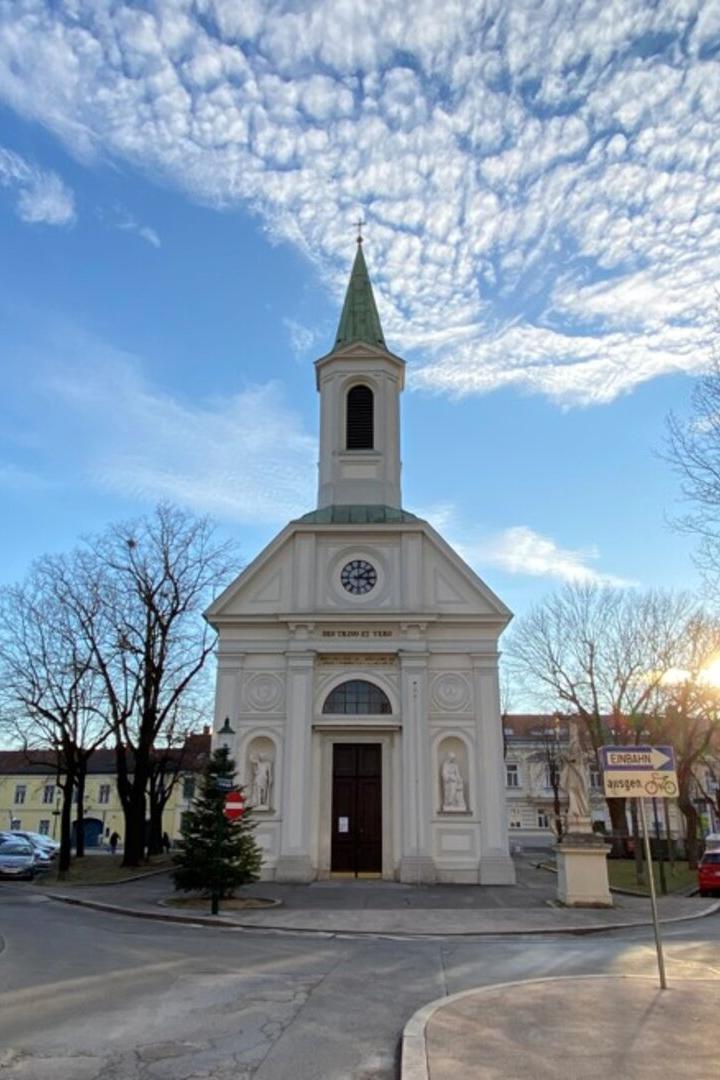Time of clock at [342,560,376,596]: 3:08
